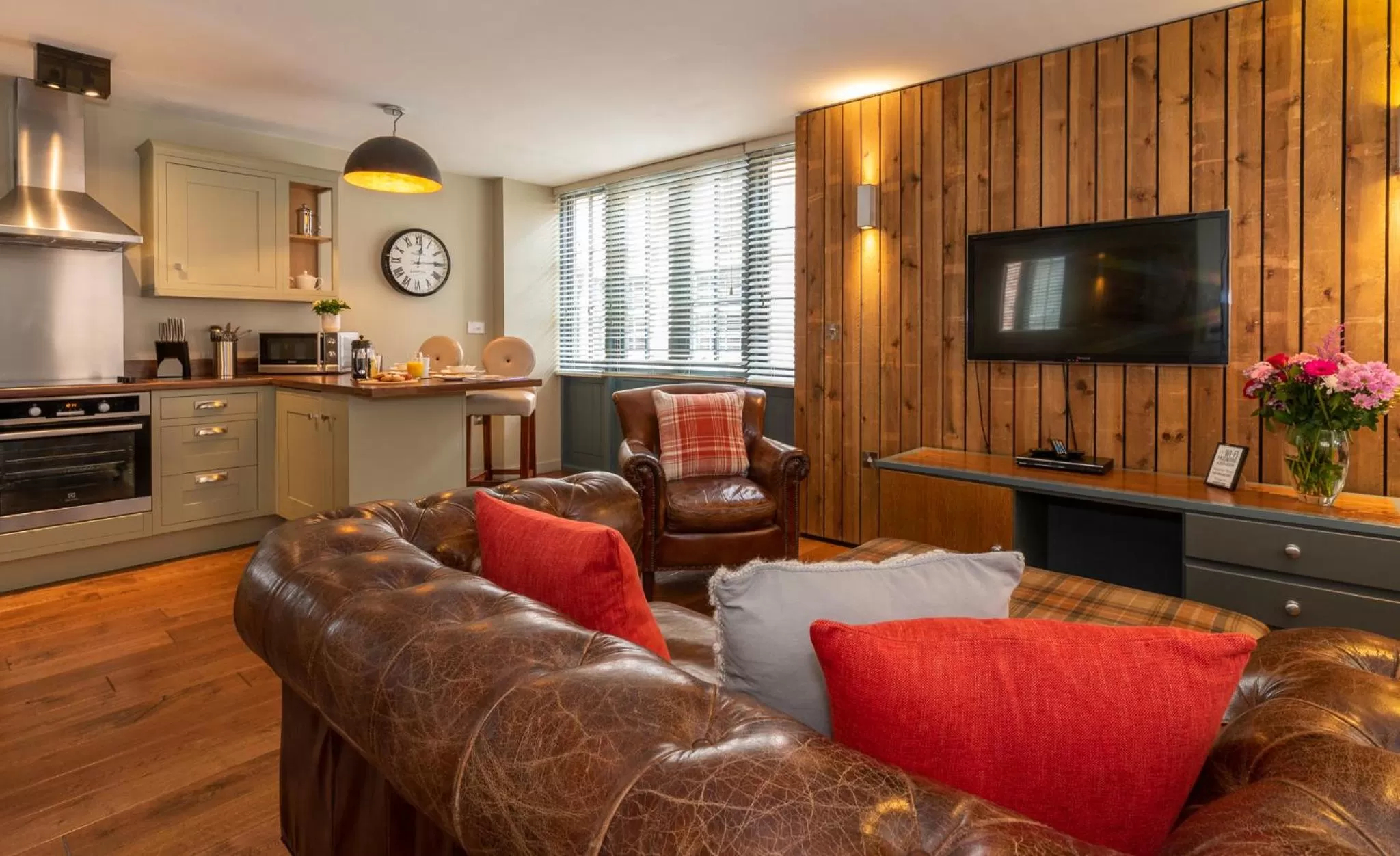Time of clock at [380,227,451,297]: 12:14
